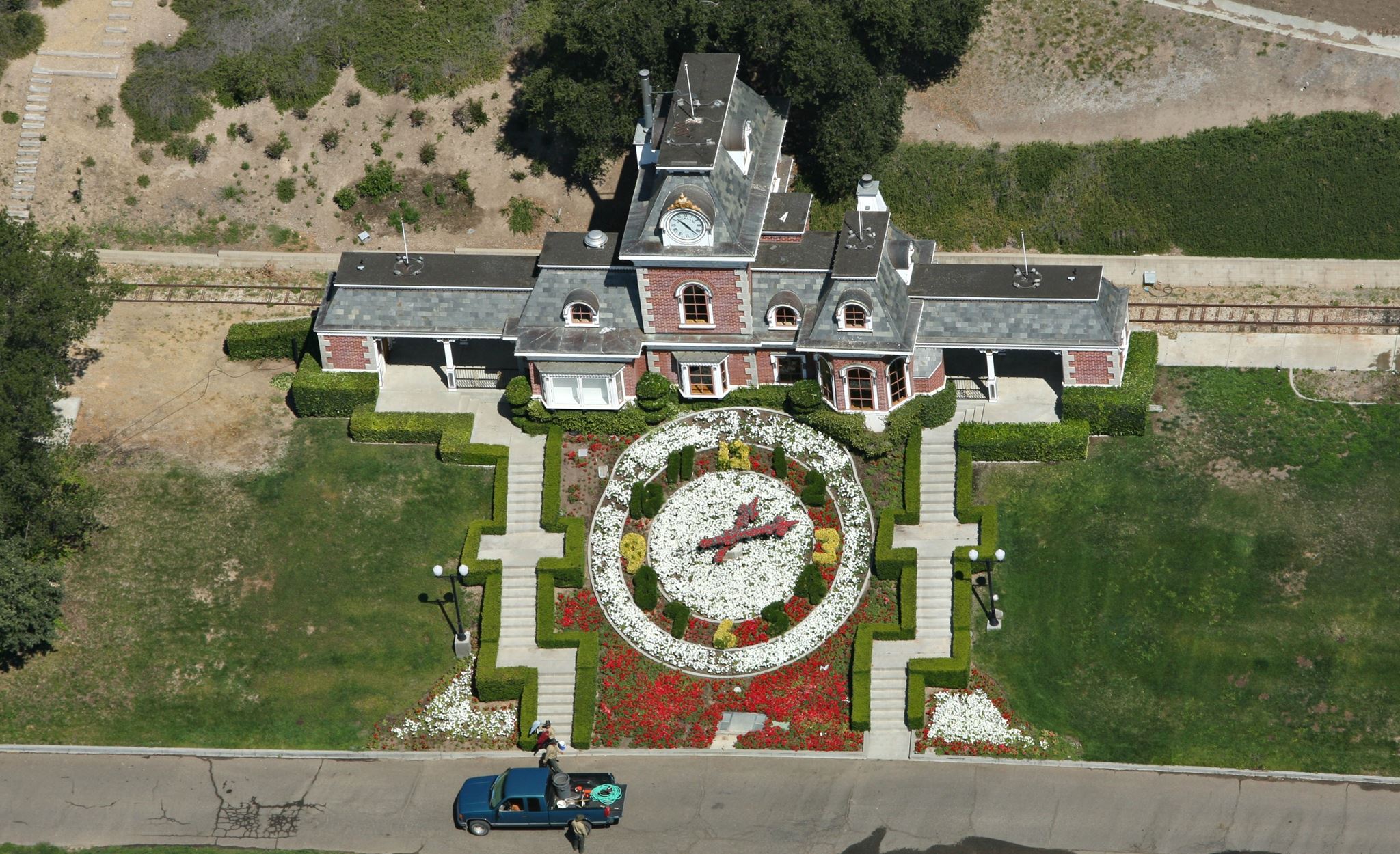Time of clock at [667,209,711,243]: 10:22
